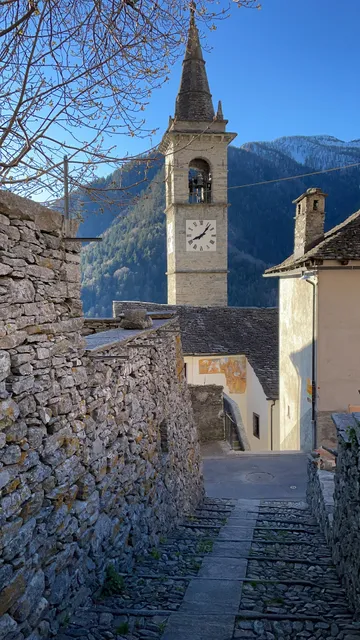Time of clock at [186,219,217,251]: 8:06
